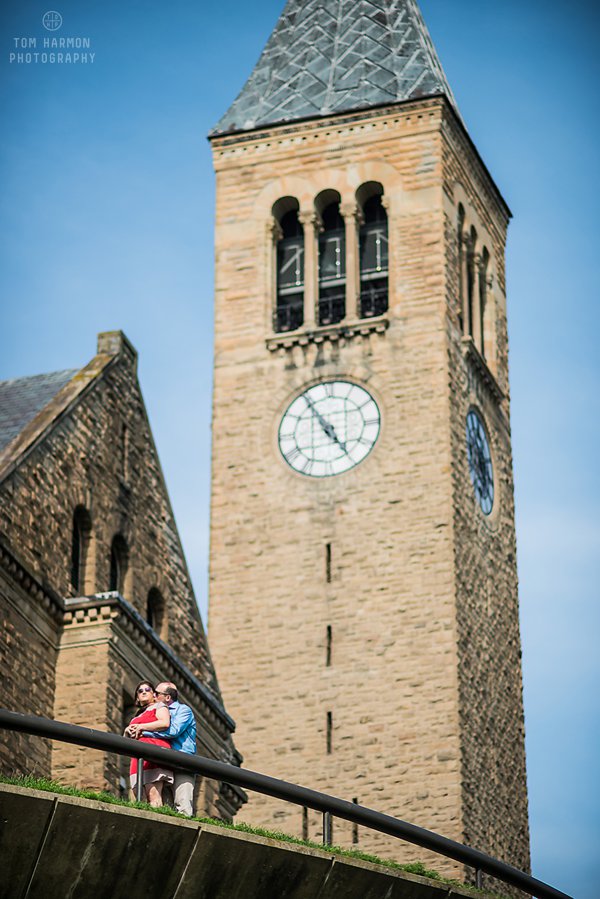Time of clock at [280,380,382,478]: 4:54
